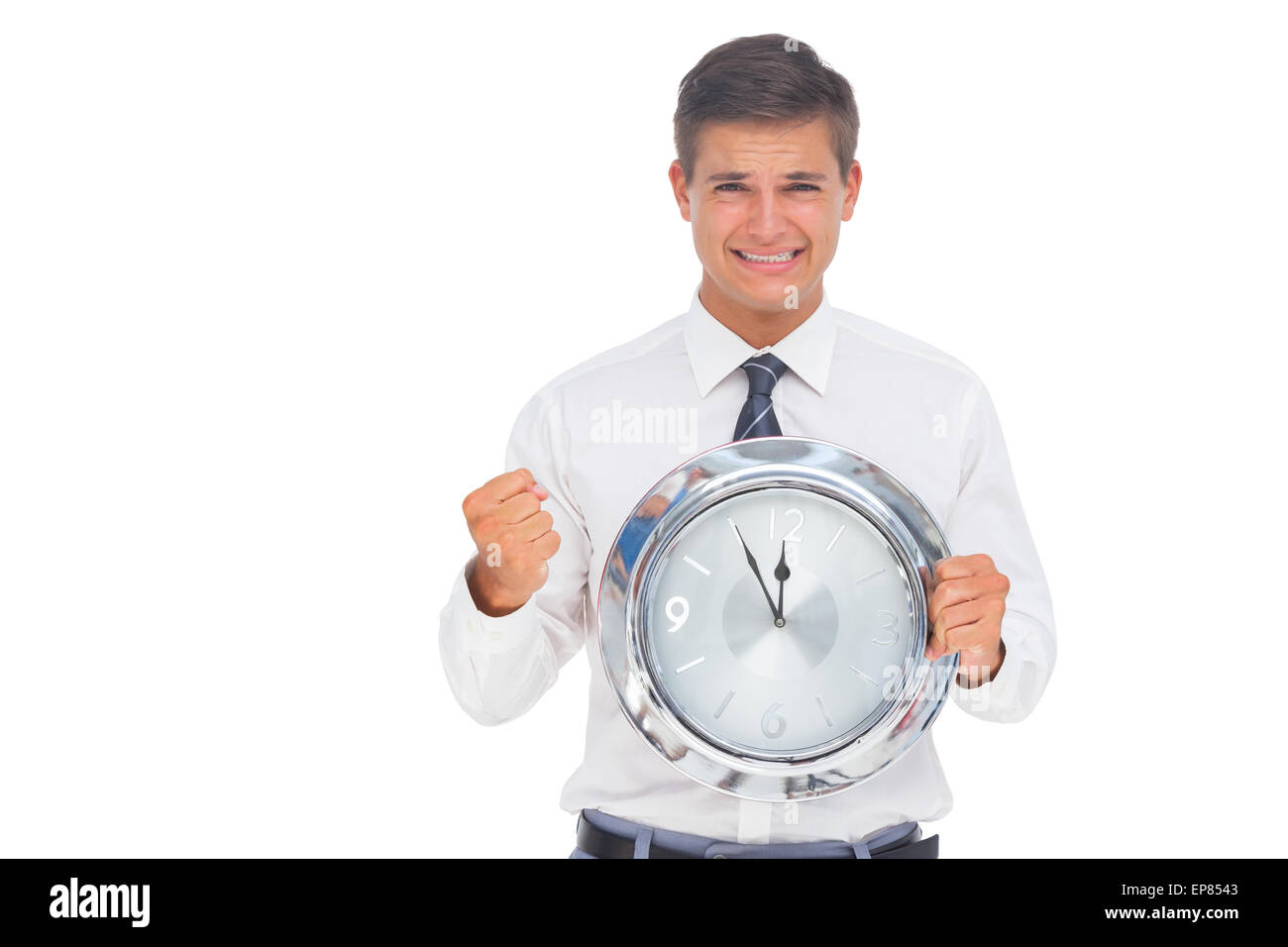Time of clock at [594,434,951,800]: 11:55
